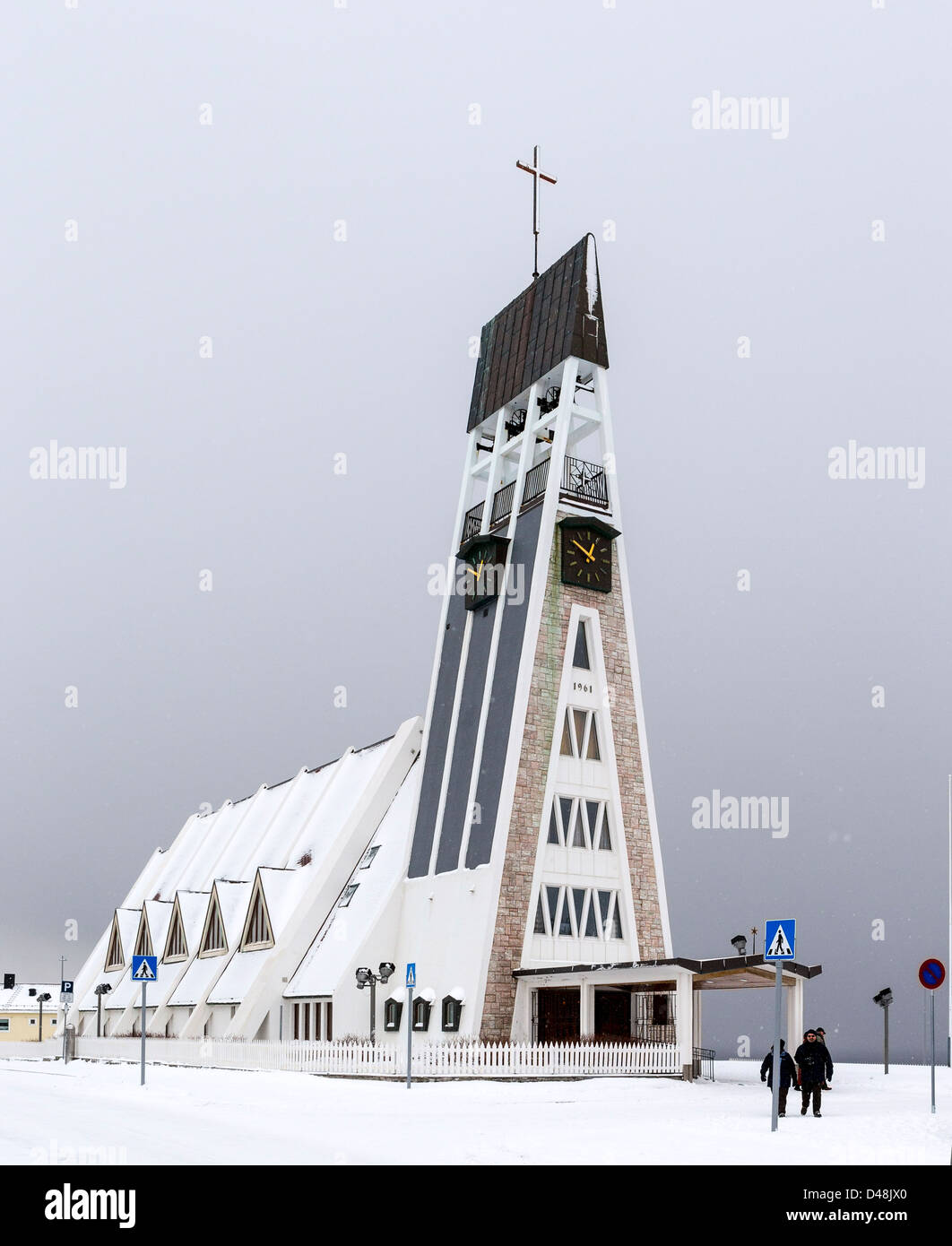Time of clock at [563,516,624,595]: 12:50
